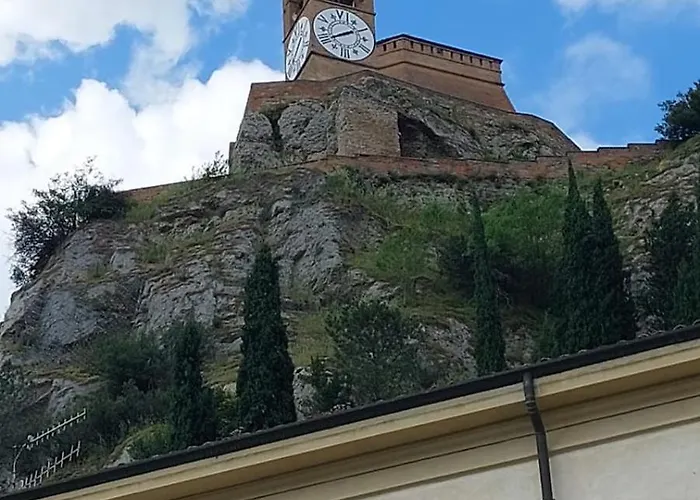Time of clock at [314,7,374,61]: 1:40
